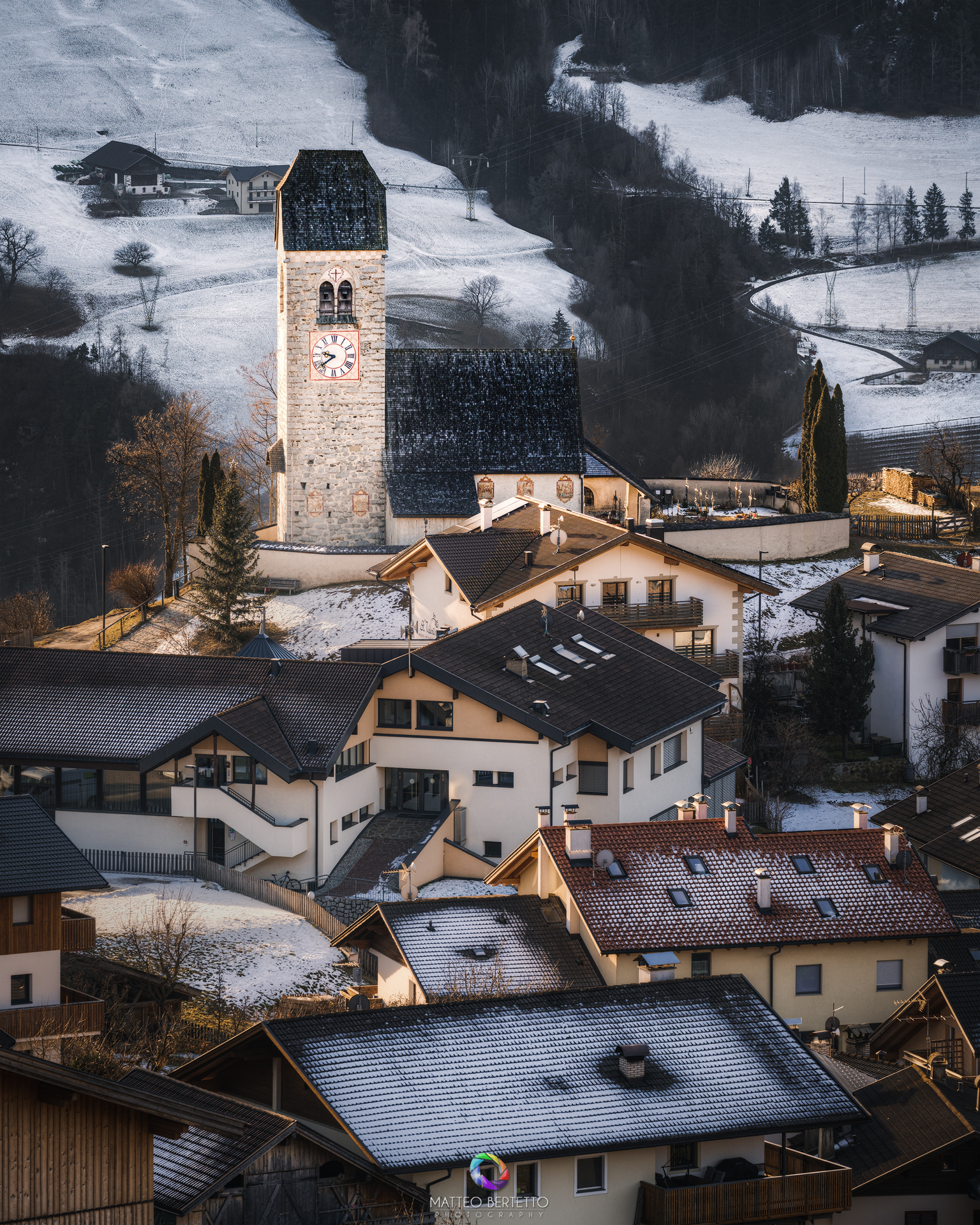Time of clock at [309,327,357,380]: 9:38
